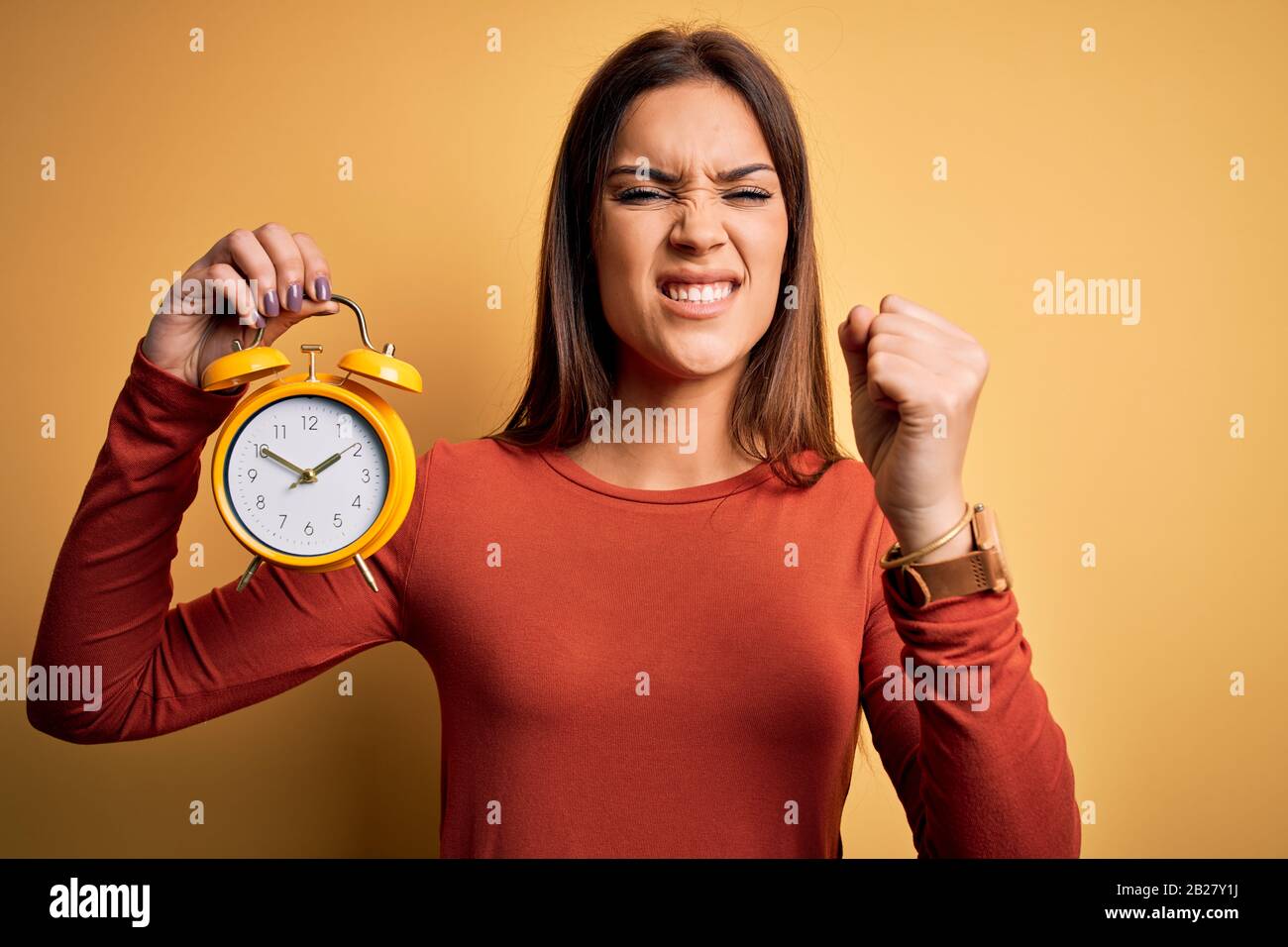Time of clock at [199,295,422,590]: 1:50
